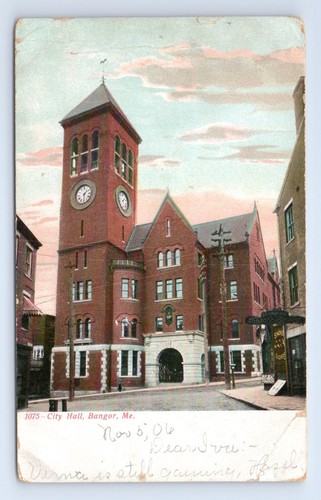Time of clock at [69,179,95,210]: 1:28
